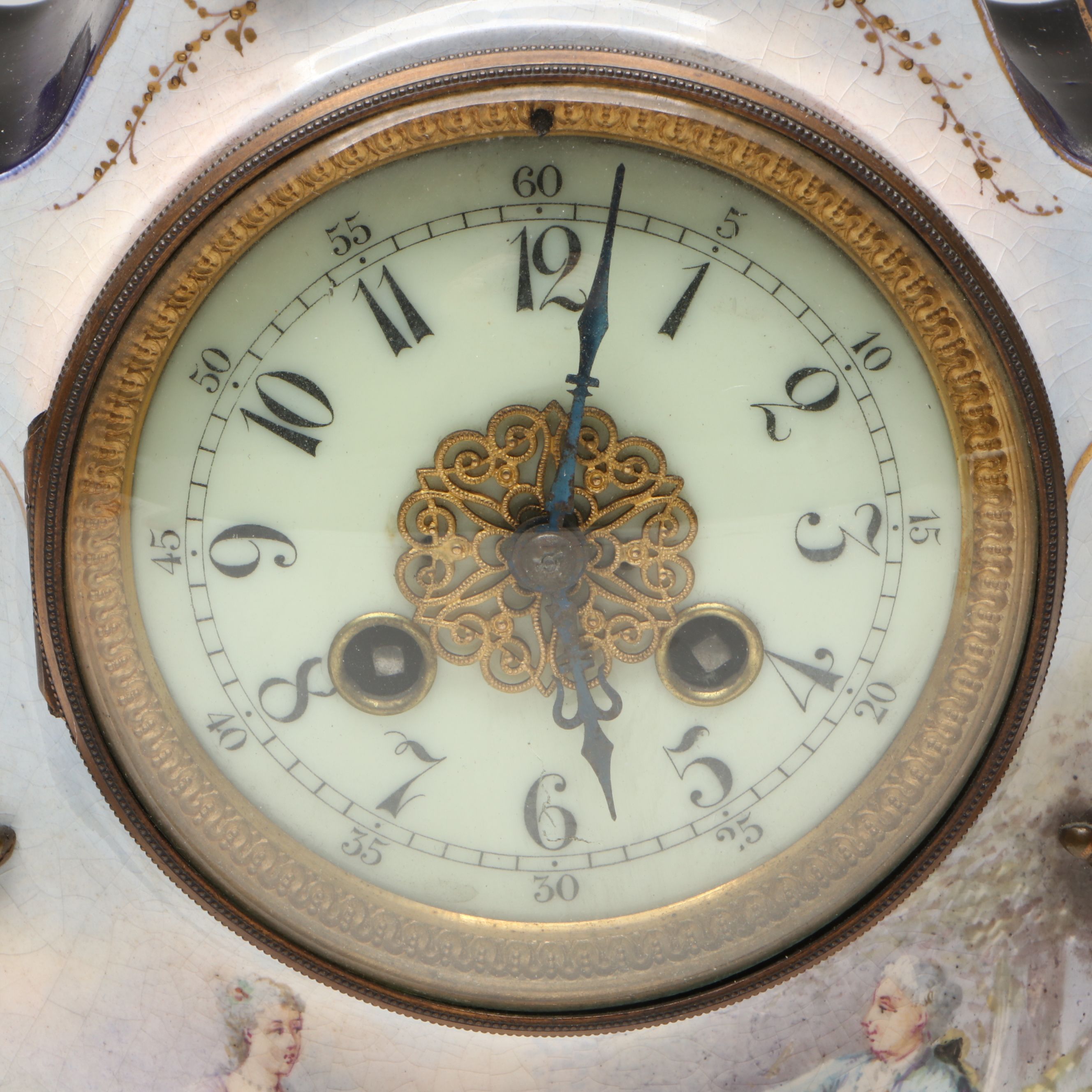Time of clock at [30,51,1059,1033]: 12:28
